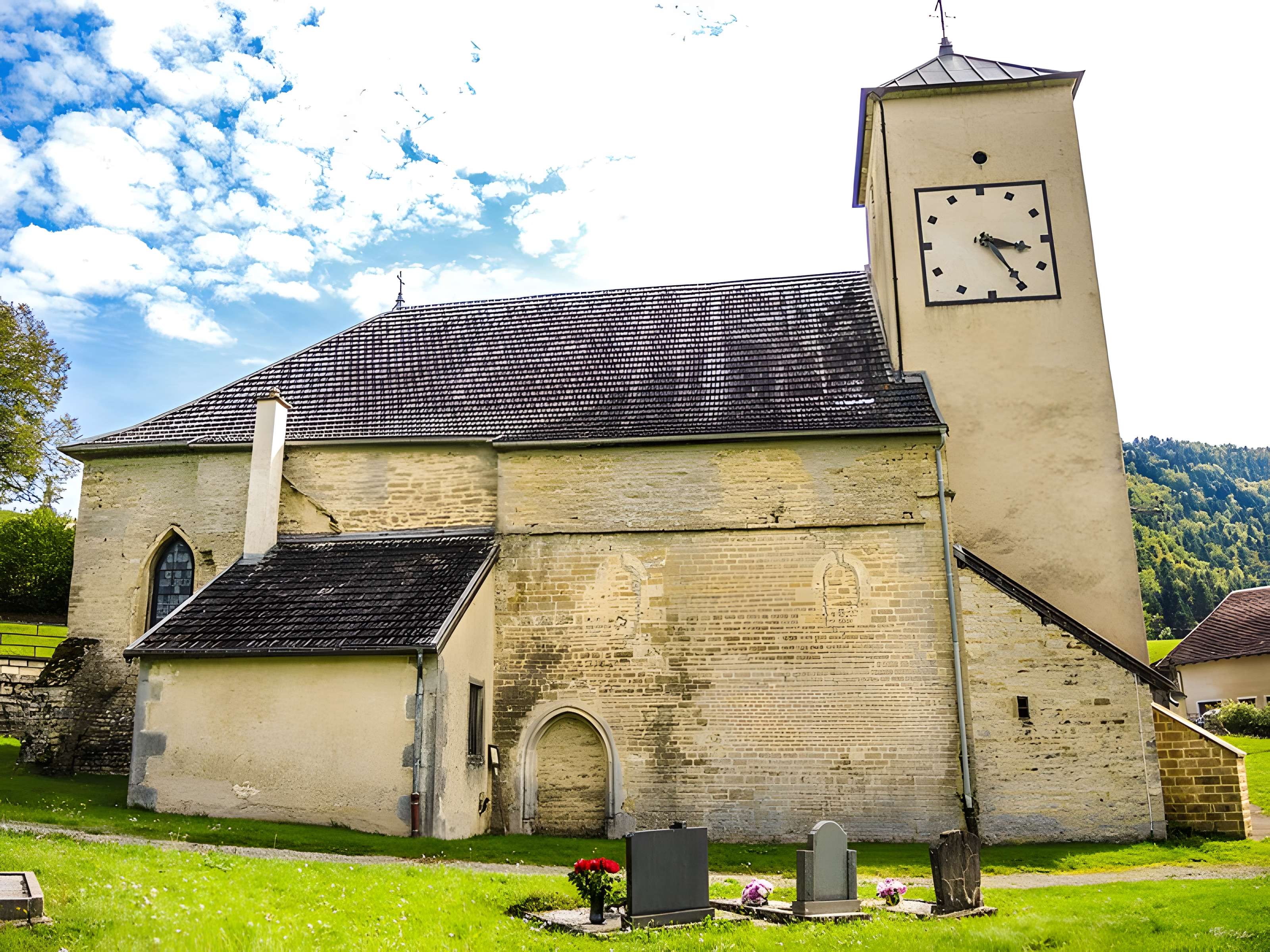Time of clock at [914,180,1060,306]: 3:24
